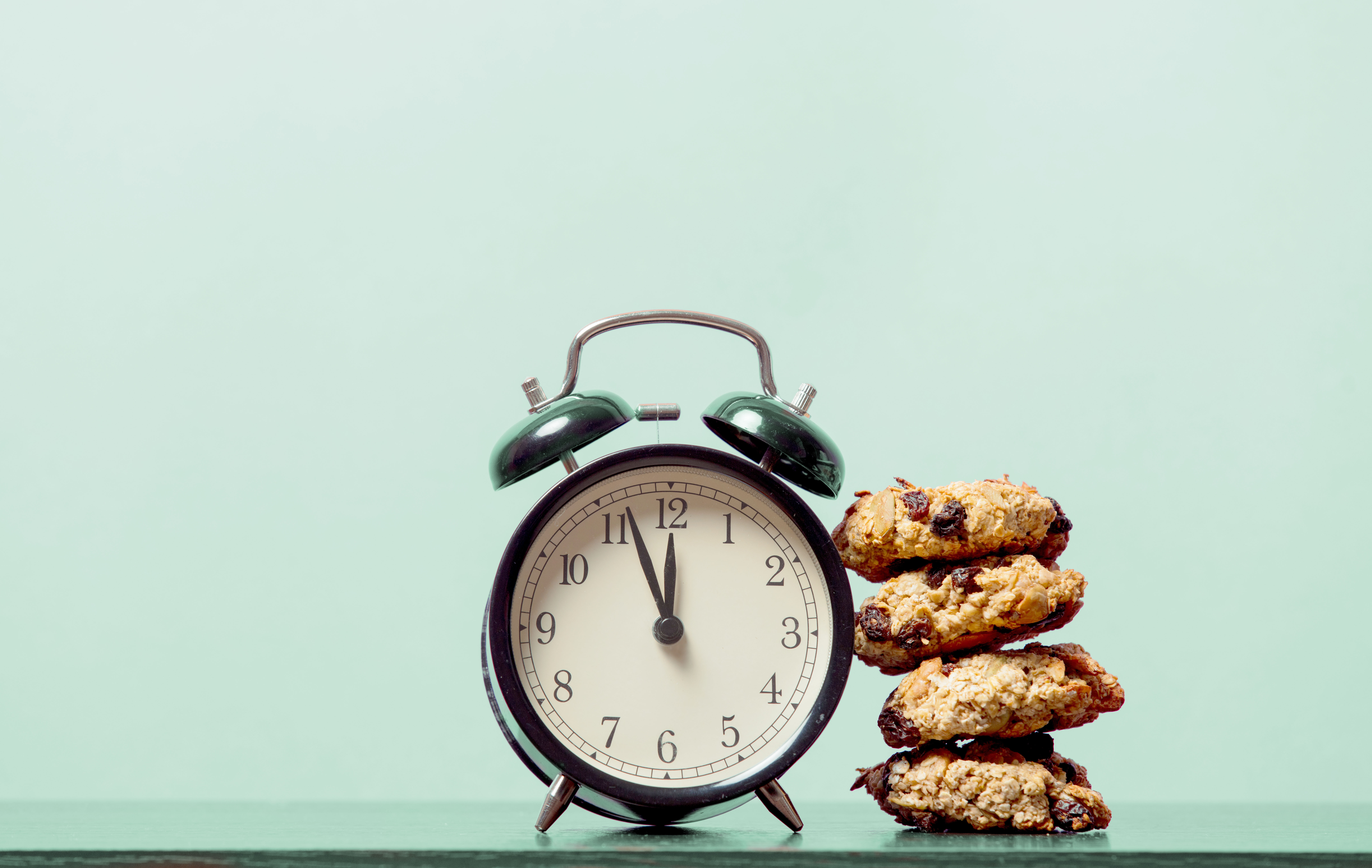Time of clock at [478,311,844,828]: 11:56
